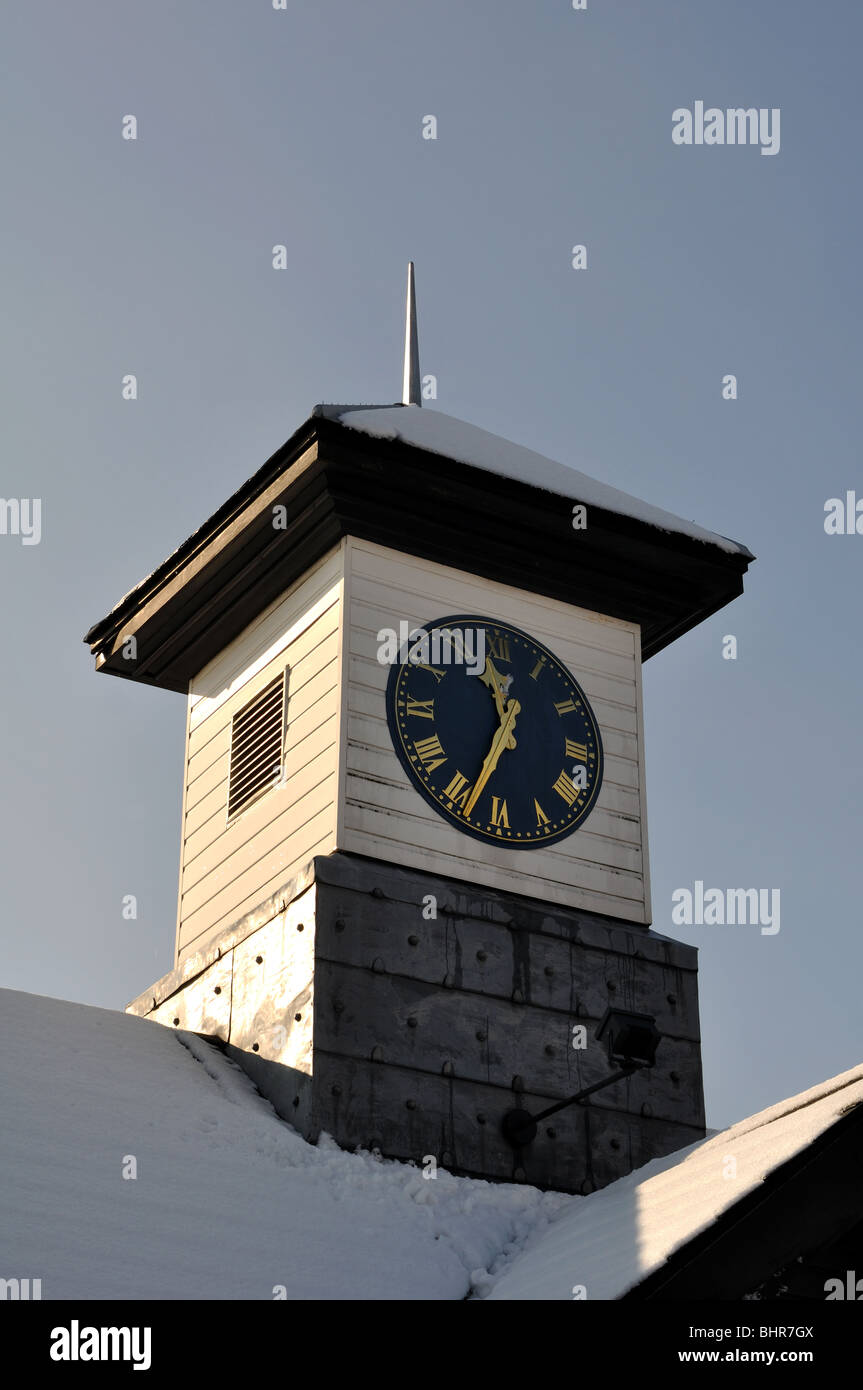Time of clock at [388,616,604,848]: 11:33
